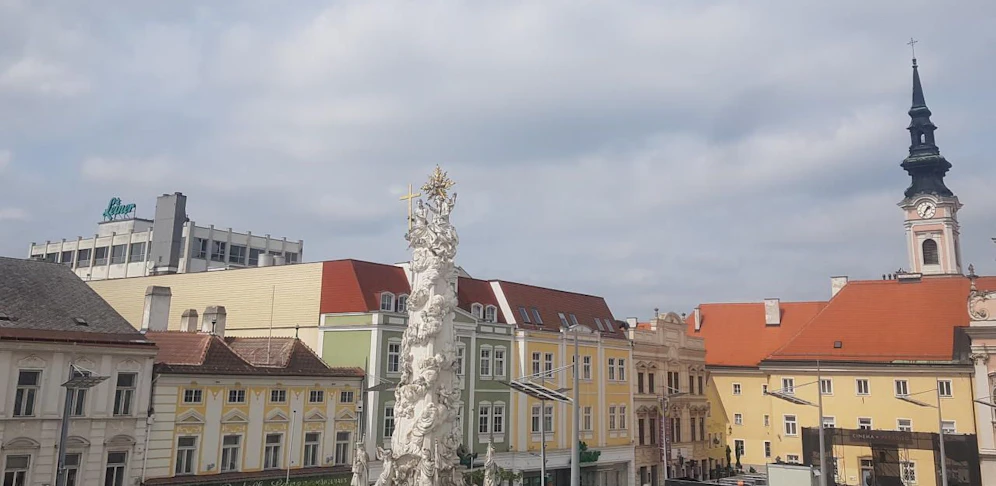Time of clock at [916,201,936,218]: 1:33
